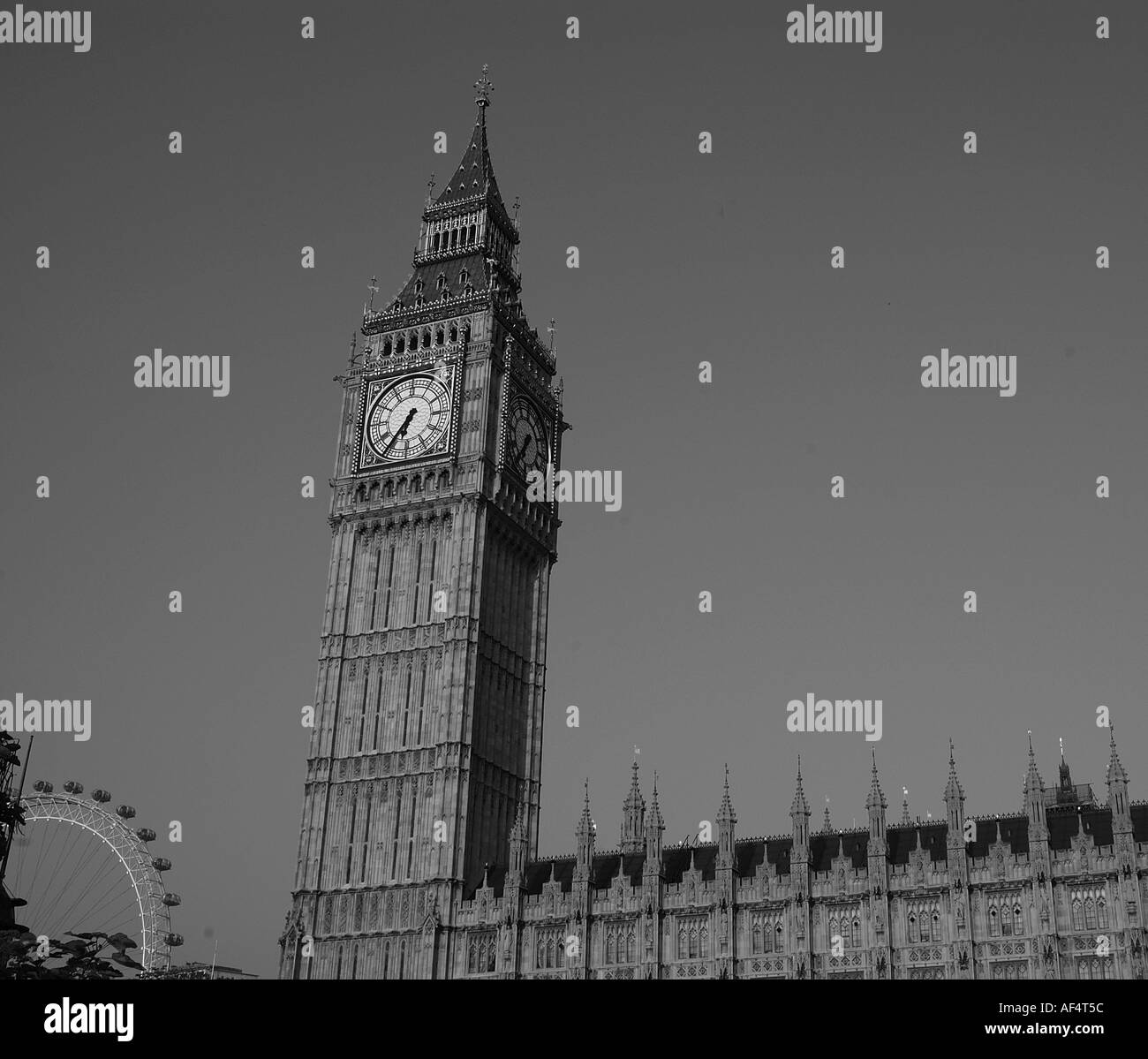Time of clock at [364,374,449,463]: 6:36
